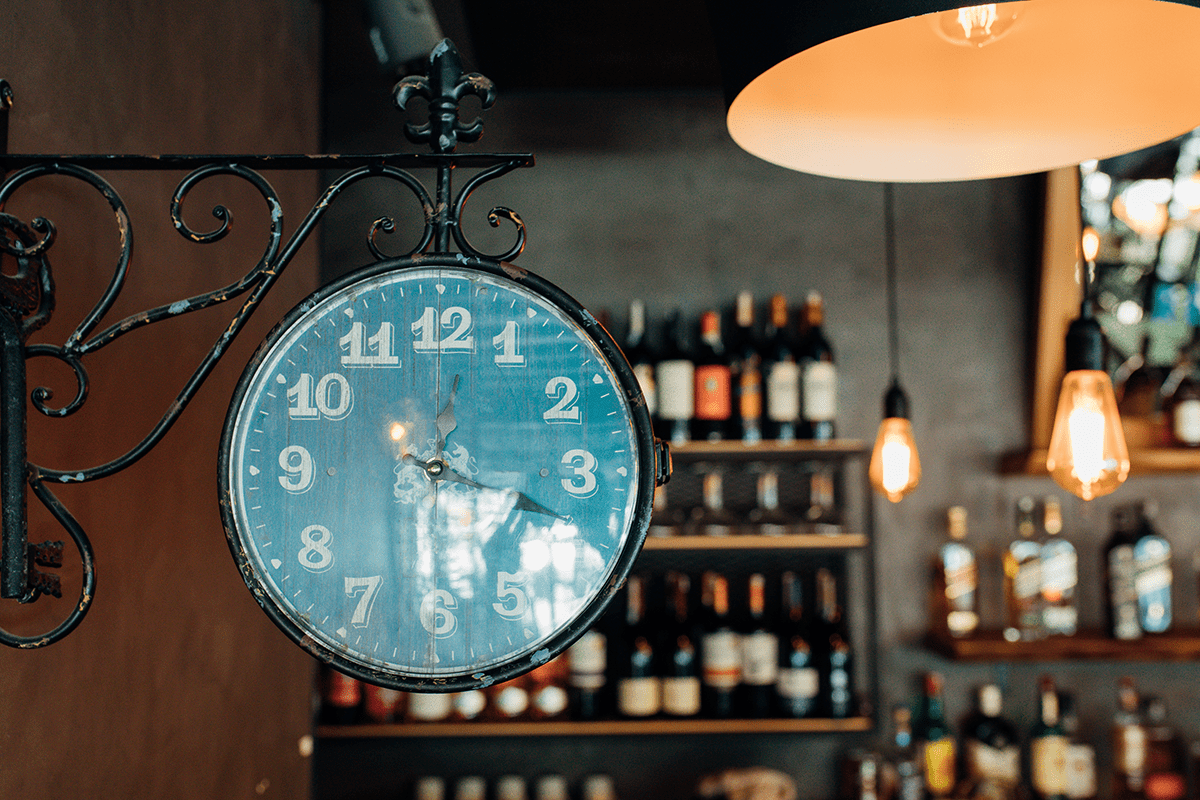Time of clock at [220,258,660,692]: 3:29
